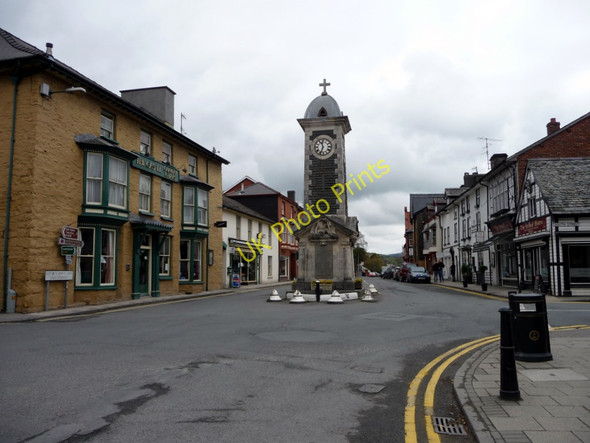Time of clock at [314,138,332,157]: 11:33
